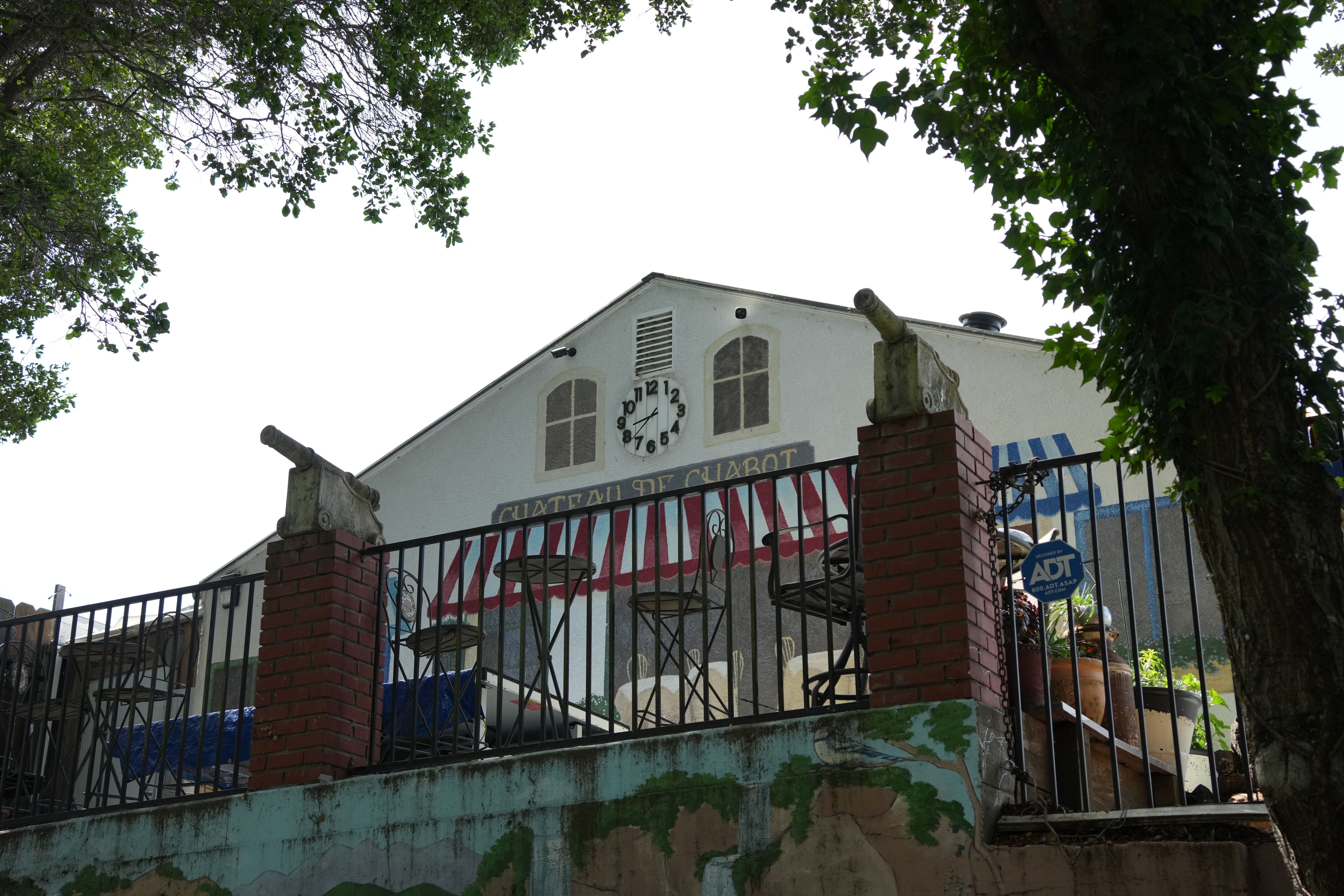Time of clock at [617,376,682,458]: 8:38
